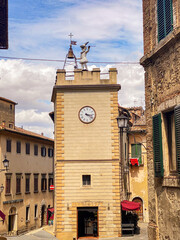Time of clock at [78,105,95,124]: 3:21
